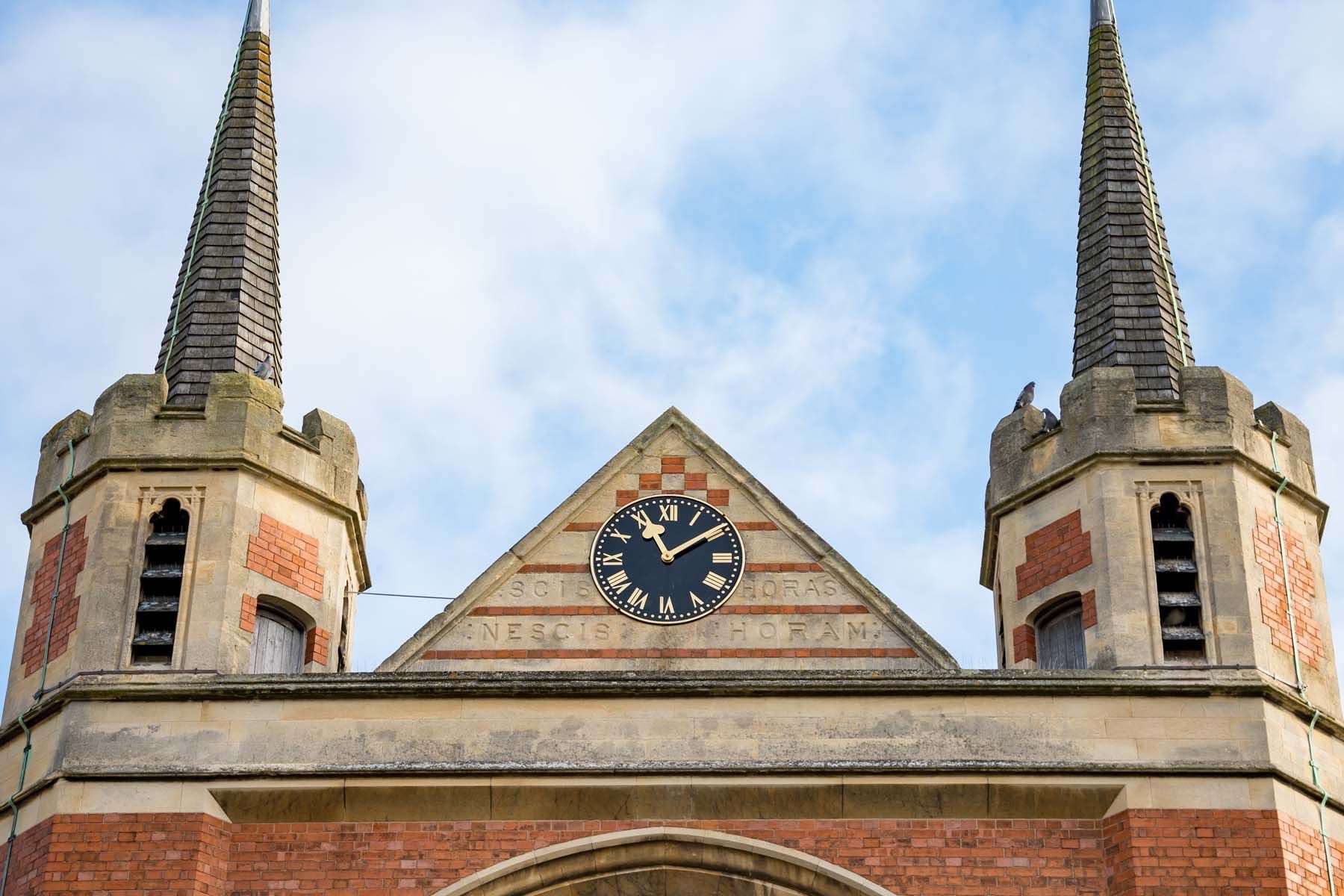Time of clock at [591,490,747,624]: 11:09
